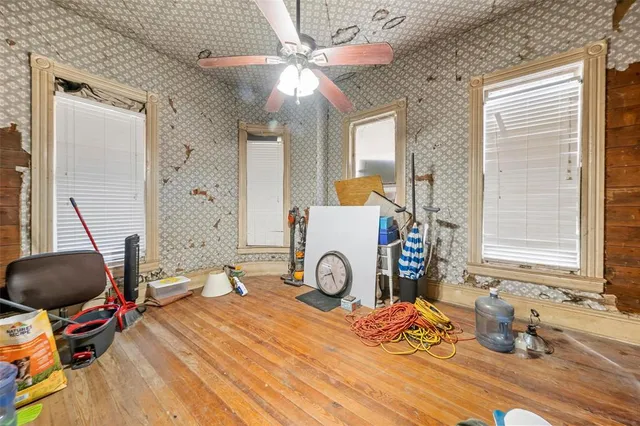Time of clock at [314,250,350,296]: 8:24
